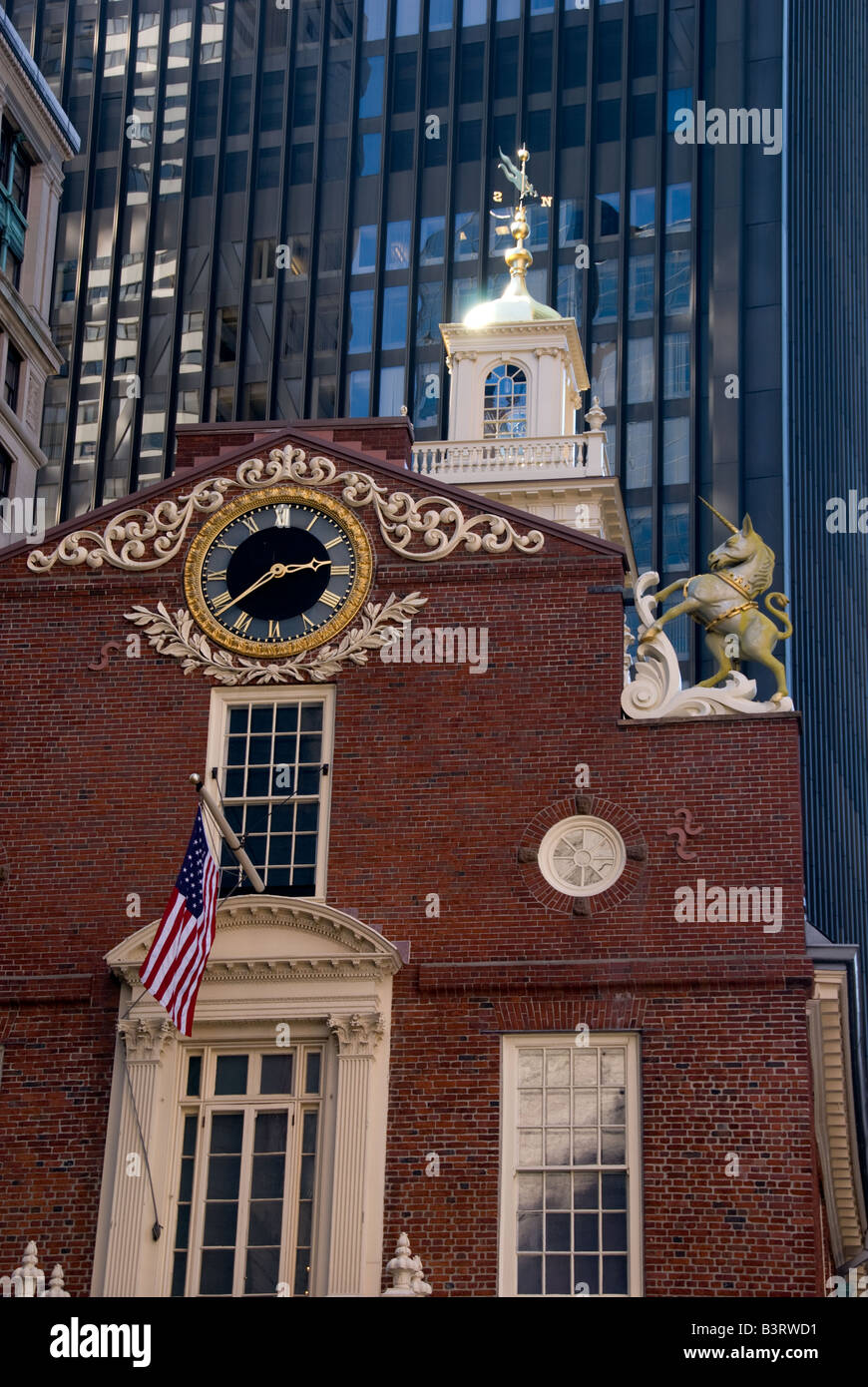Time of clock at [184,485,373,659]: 2:38
